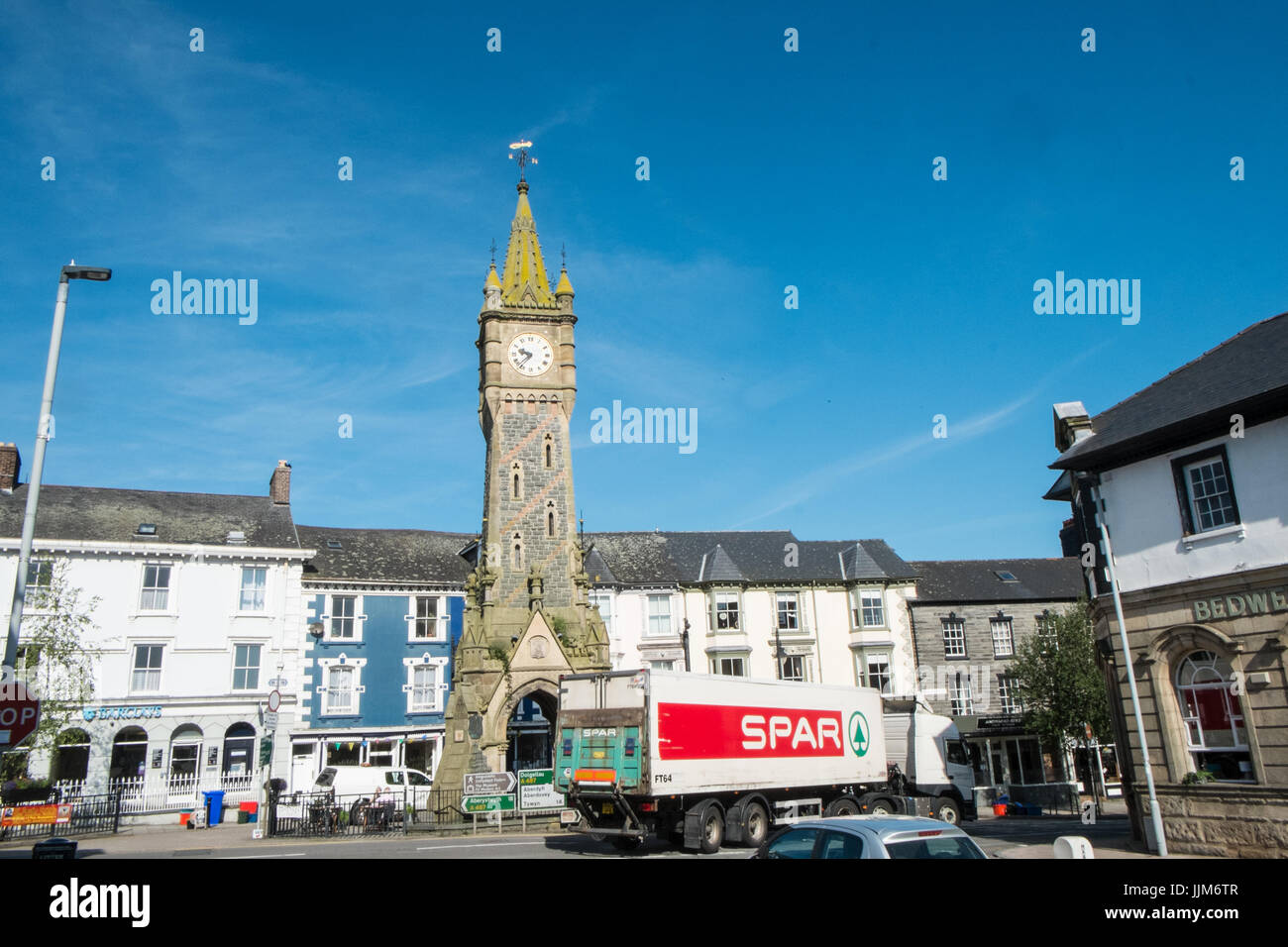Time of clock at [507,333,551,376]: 9:37
